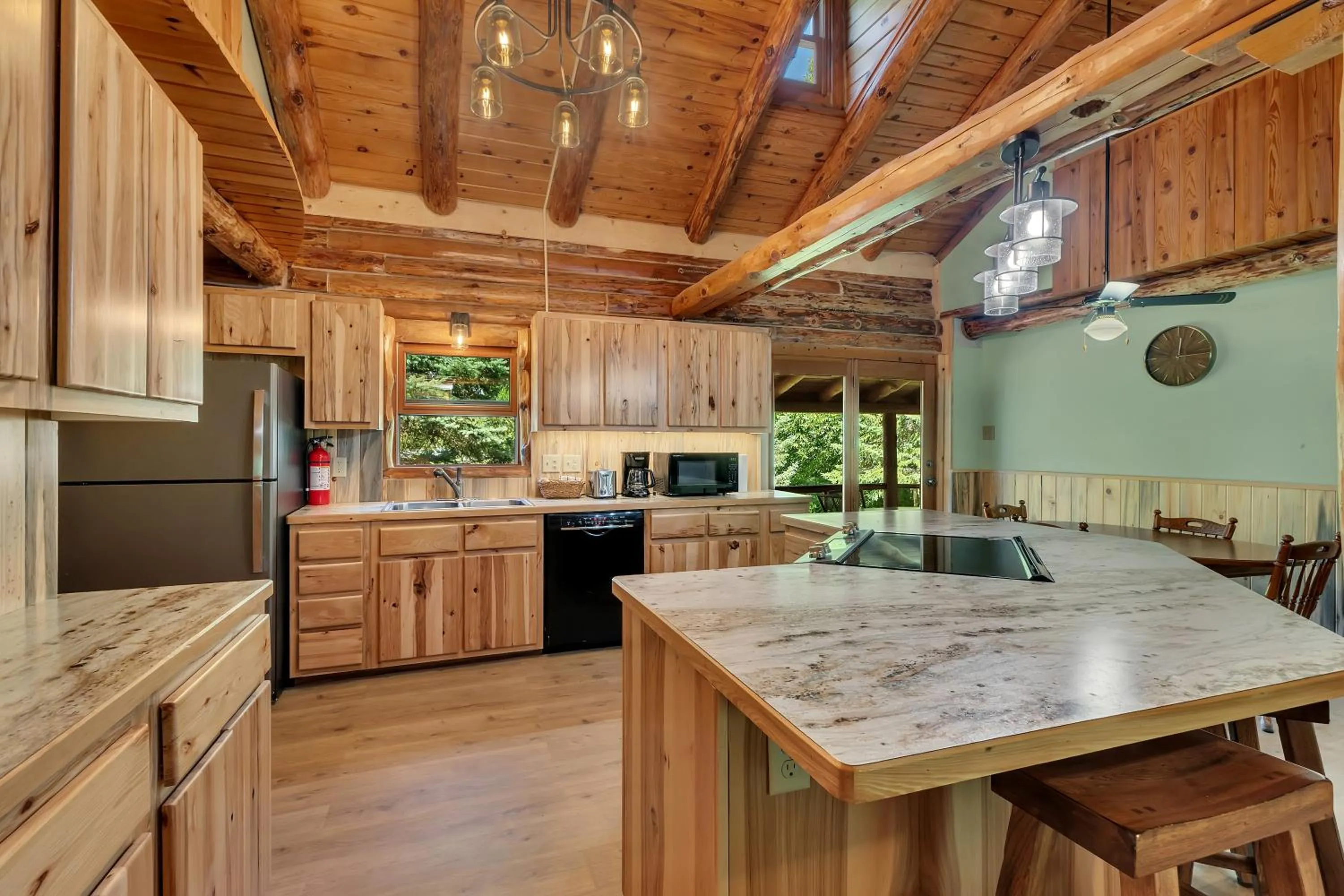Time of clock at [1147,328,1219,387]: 12:14
